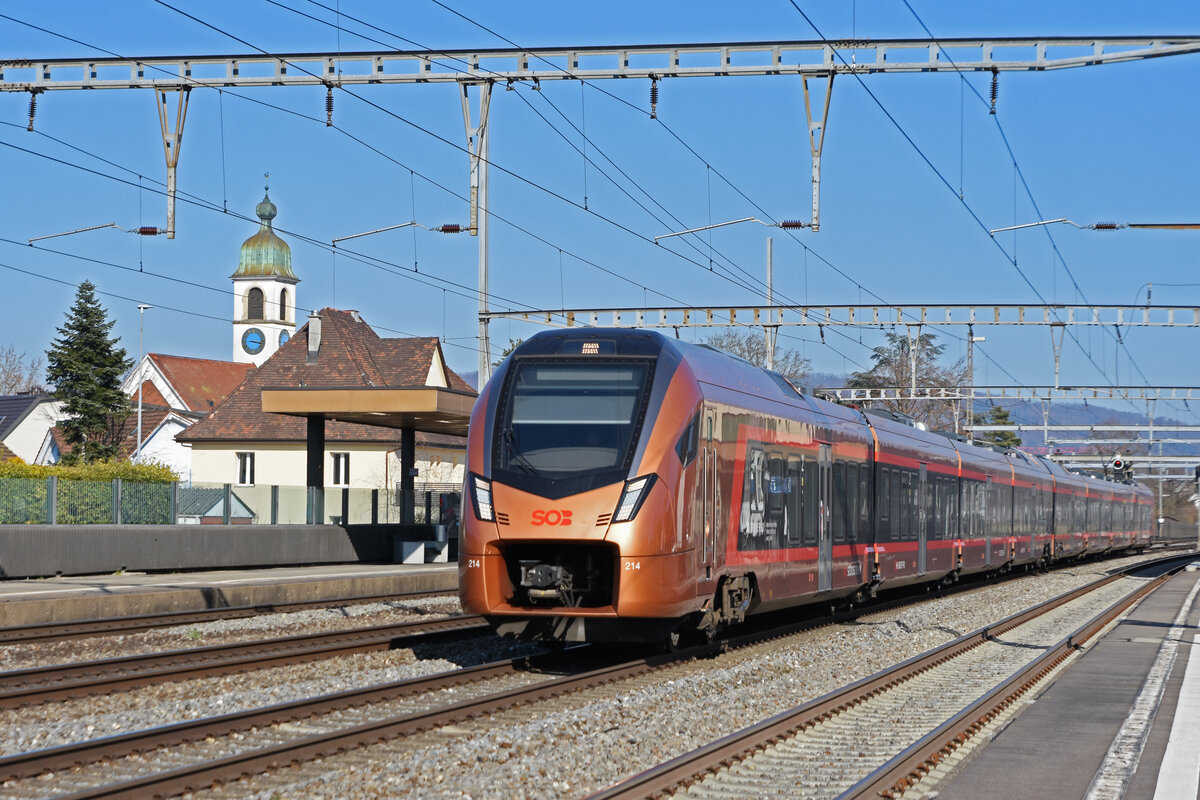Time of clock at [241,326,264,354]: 3:16
